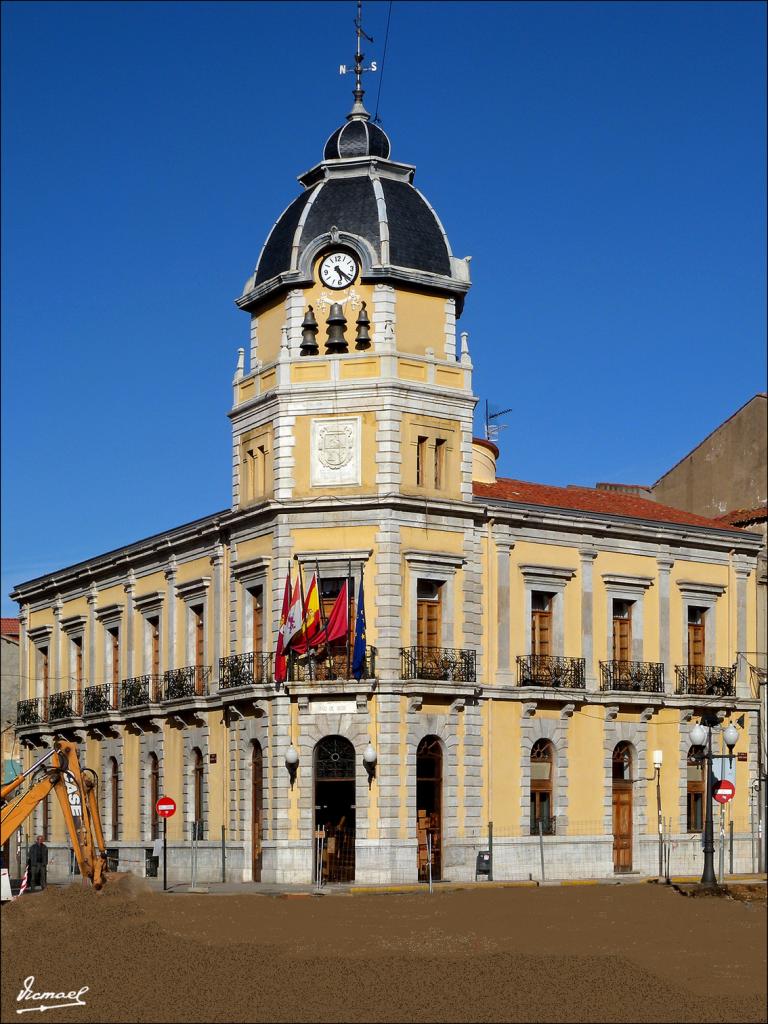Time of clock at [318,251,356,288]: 5:22
